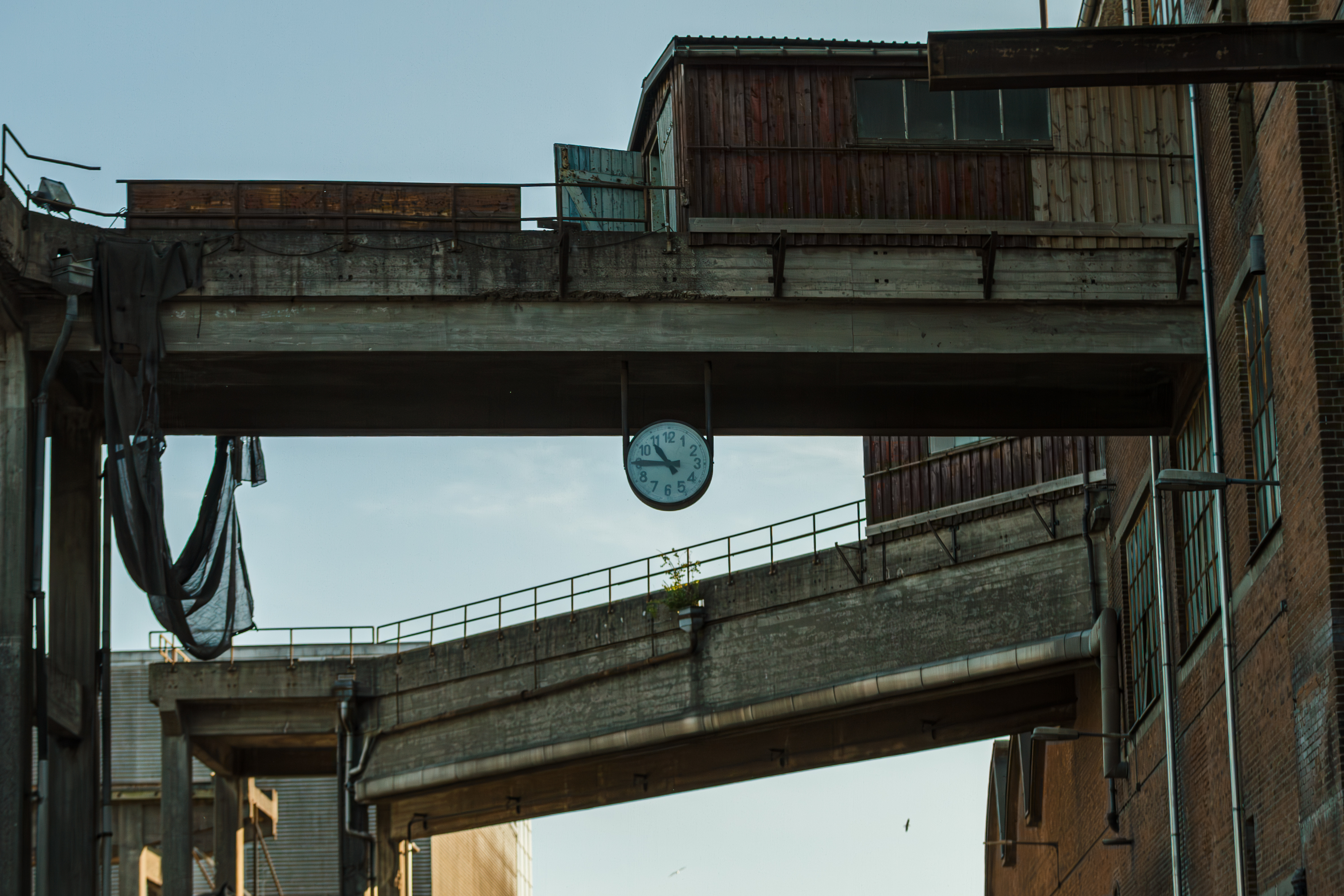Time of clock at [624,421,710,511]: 10:45
